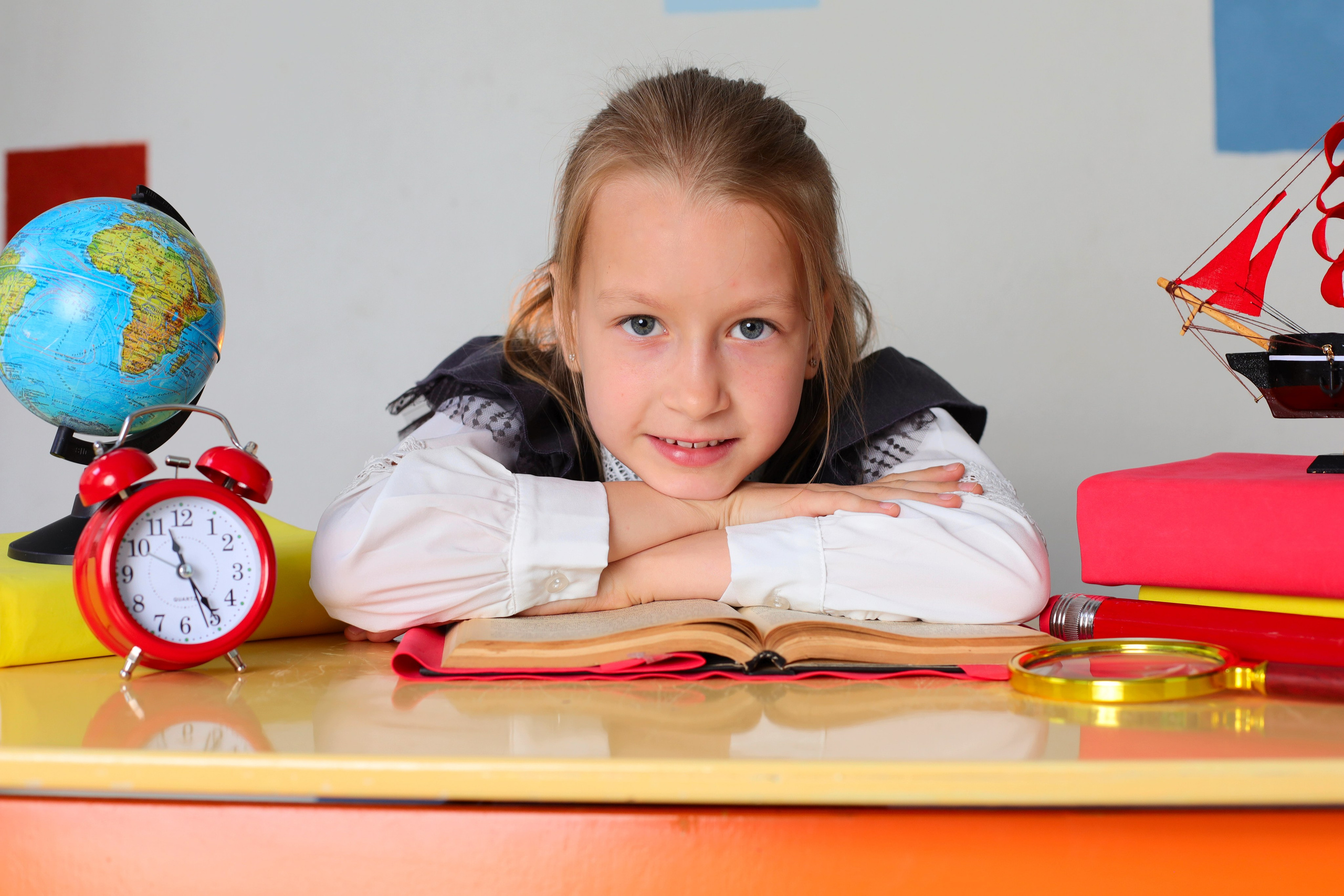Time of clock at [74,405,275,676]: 11:24
